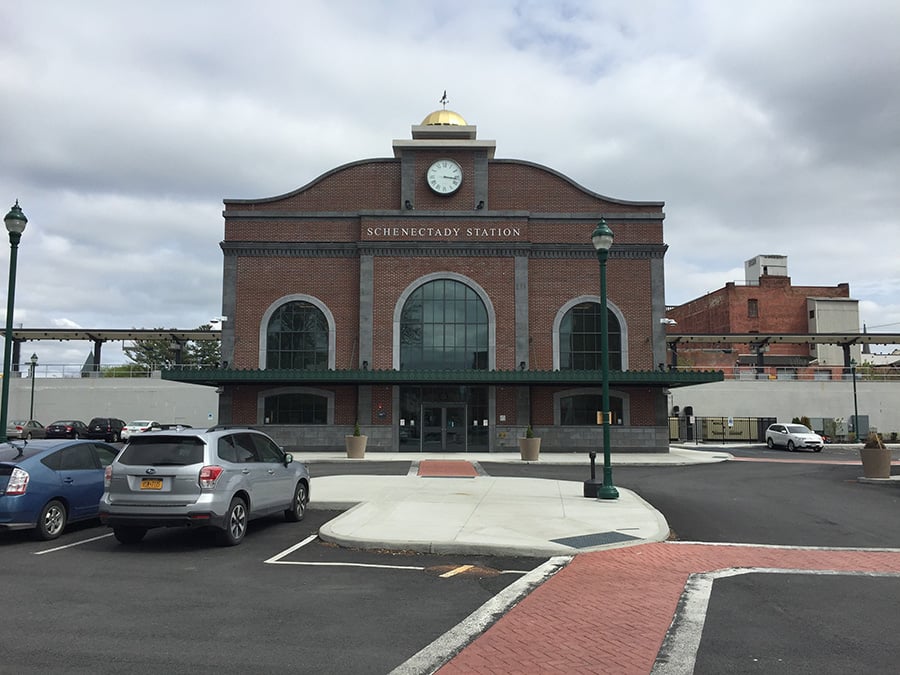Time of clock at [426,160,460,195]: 3:16
